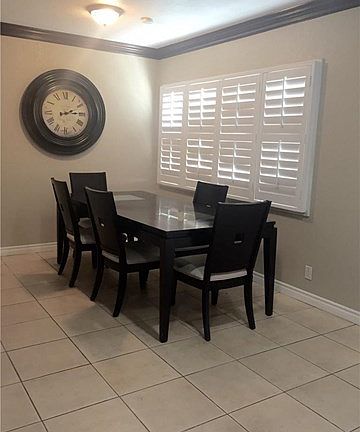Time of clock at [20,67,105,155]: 2:14
